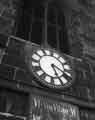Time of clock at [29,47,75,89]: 5:18
